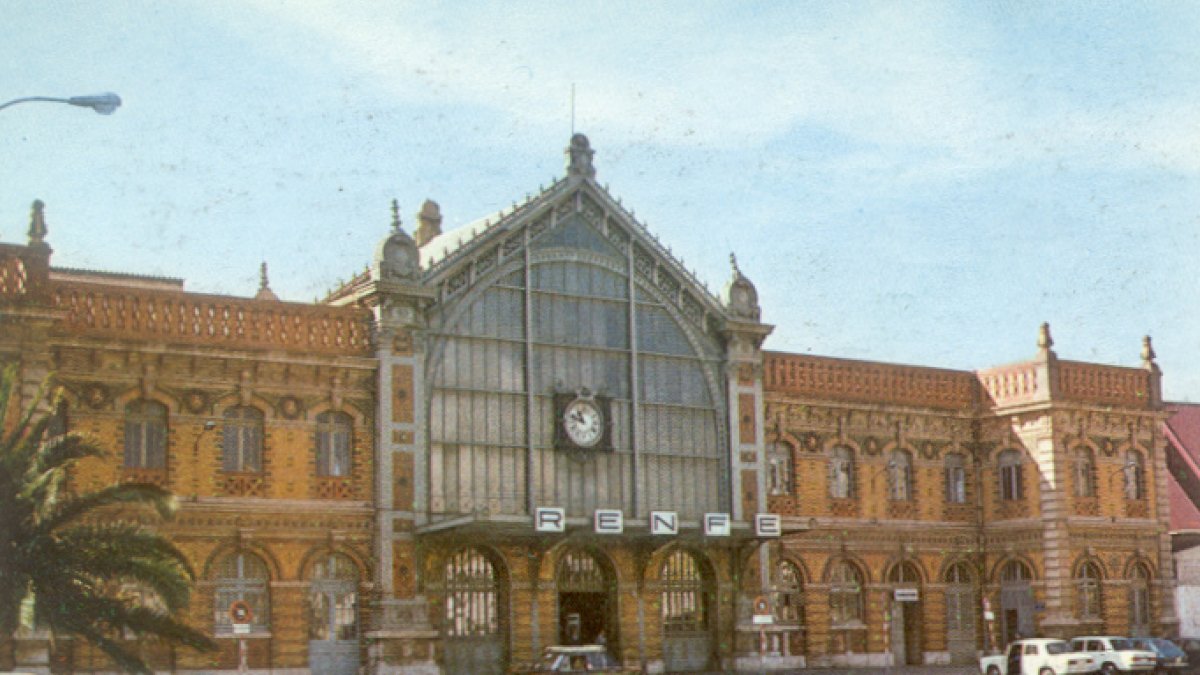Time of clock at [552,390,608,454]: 10:47
